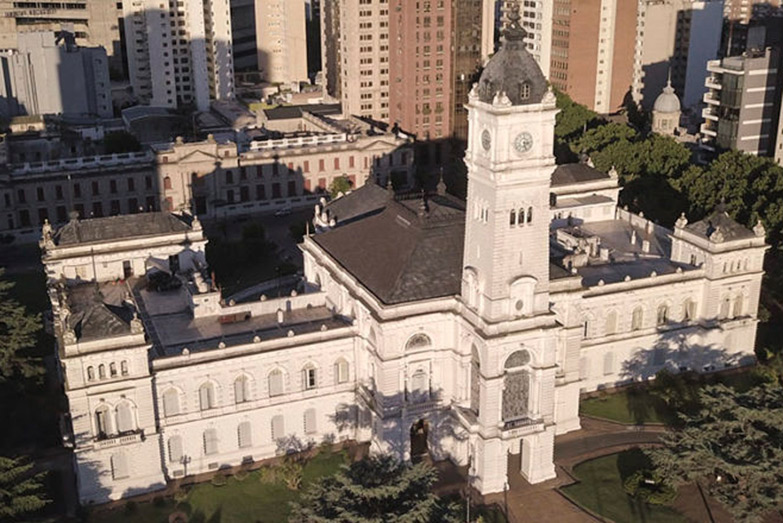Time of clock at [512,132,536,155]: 3:27
